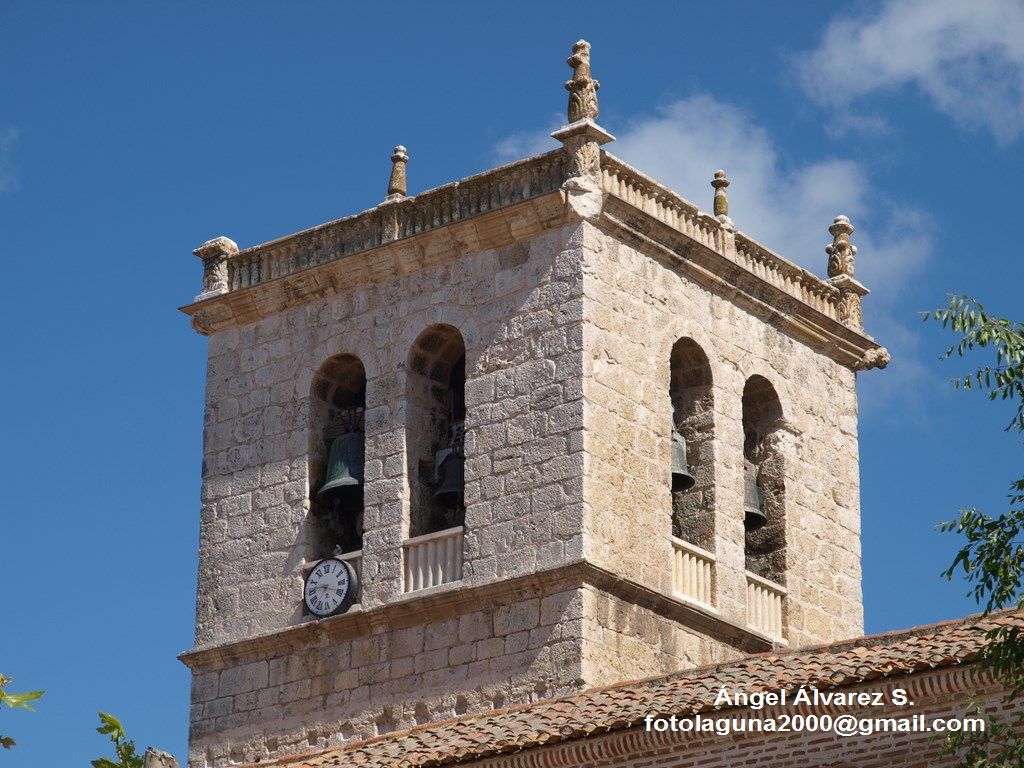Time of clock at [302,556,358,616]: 9:18
